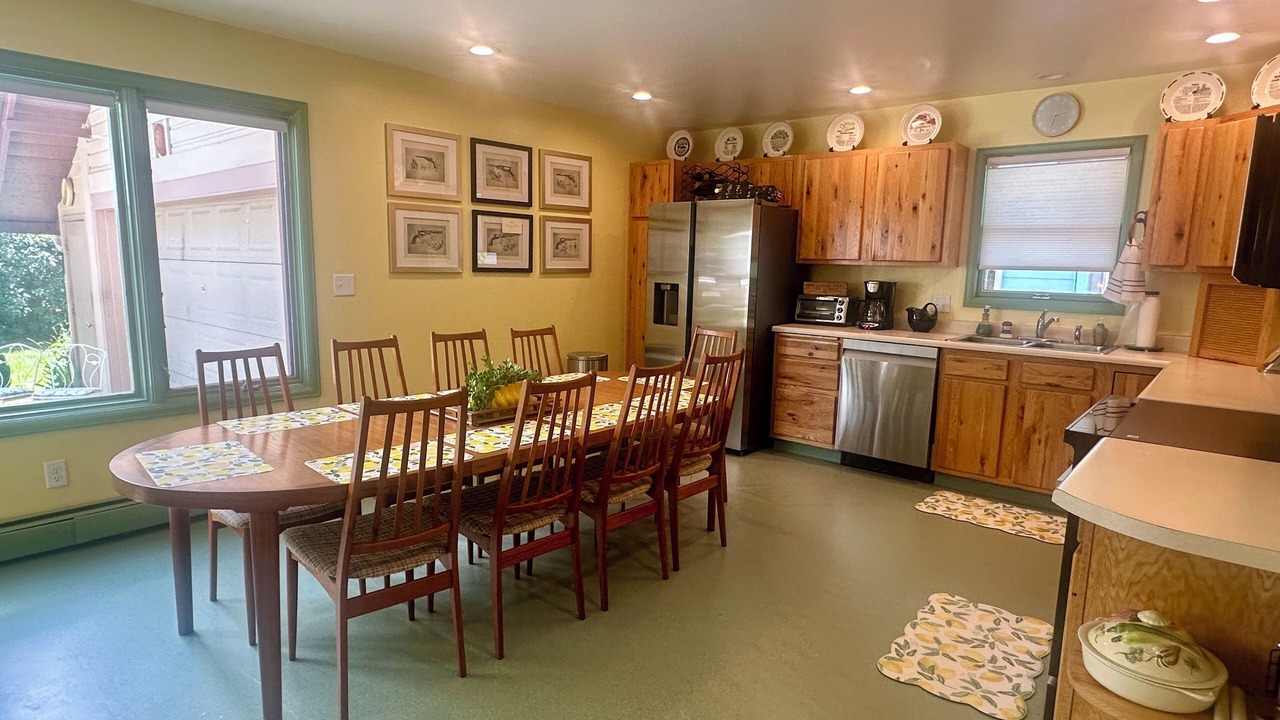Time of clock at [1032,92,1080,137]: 2:32
